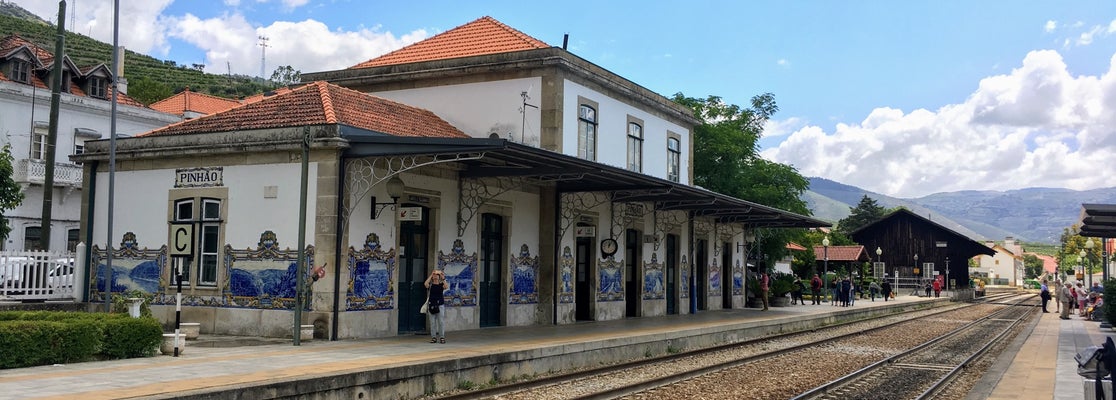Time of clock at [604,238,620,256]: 12:04
